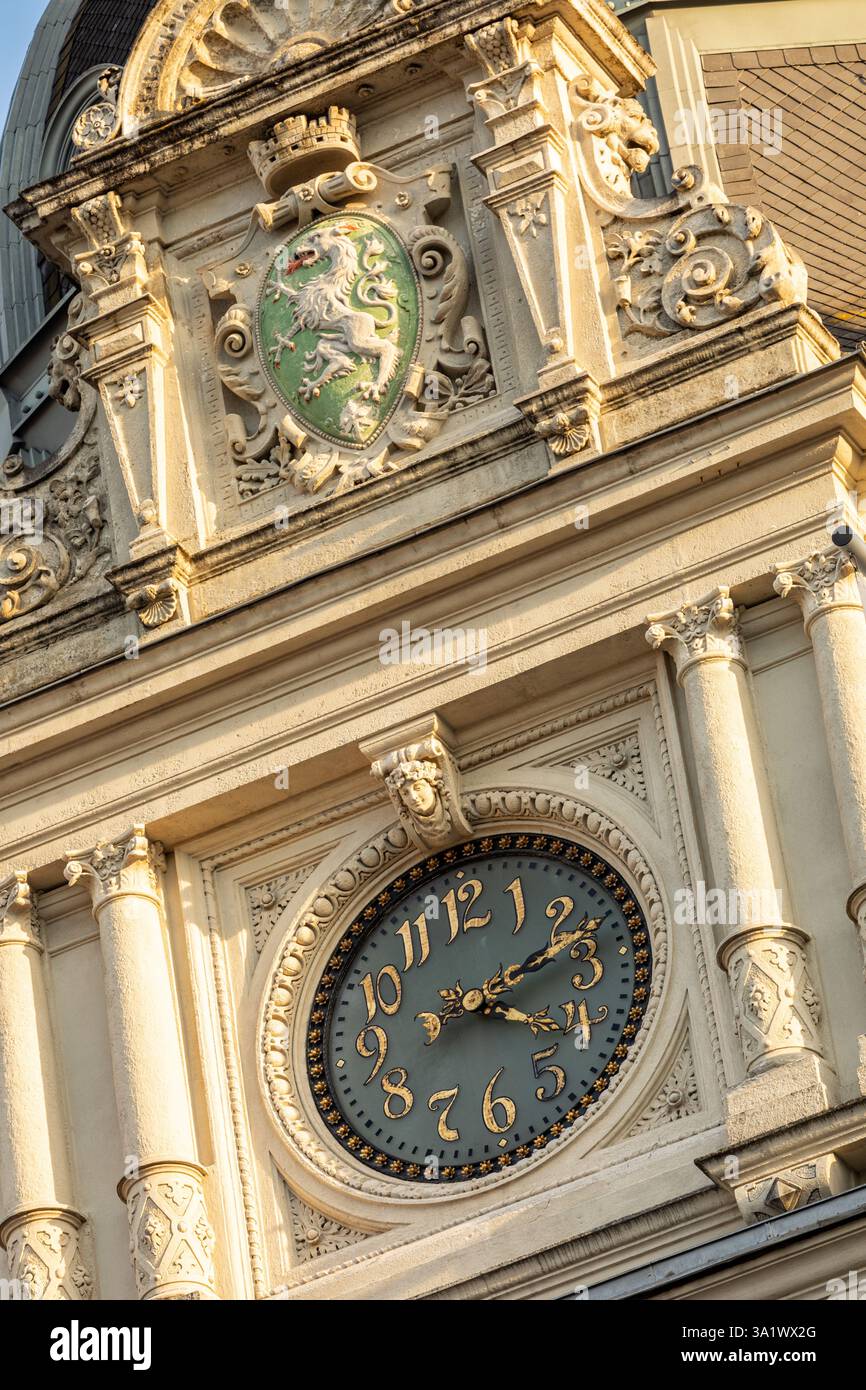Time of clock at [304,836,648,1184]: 4:12
